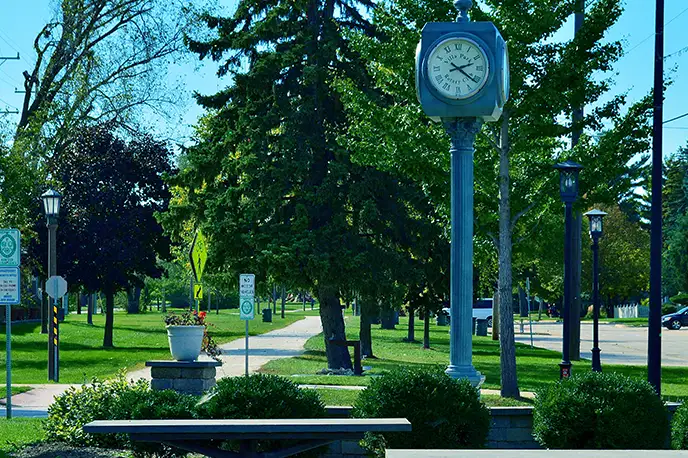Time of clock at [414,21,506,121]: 2:21
